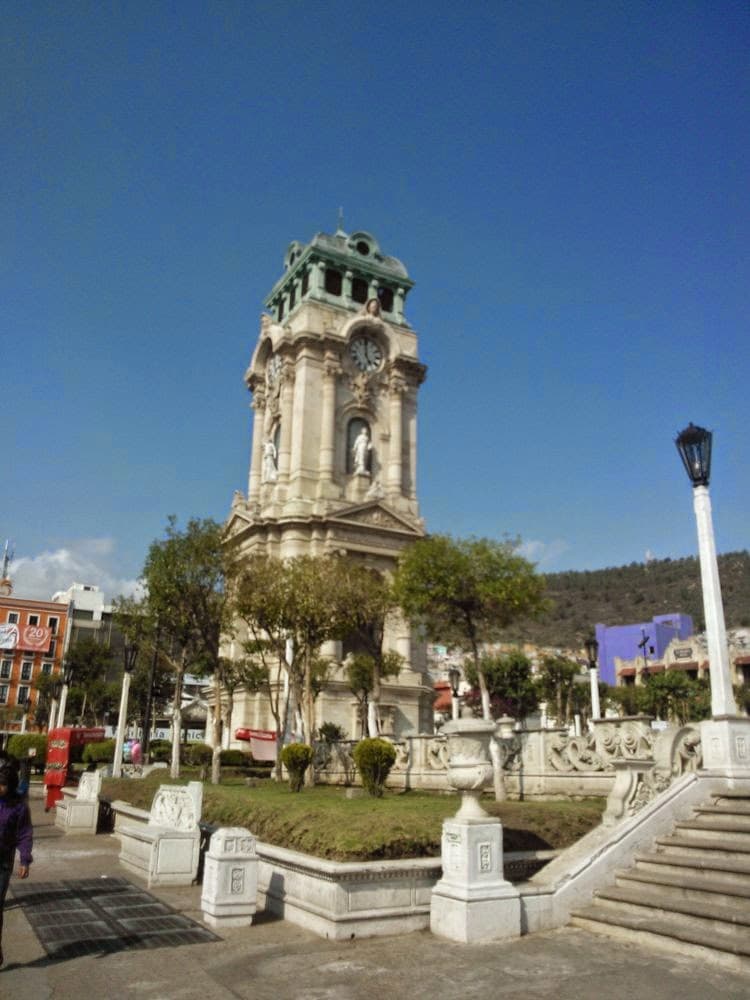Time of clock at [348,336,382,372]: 4:59
